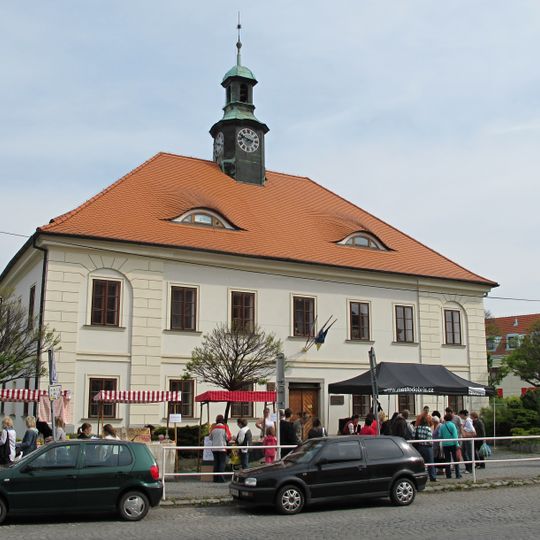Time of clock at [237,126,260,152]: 2:48
